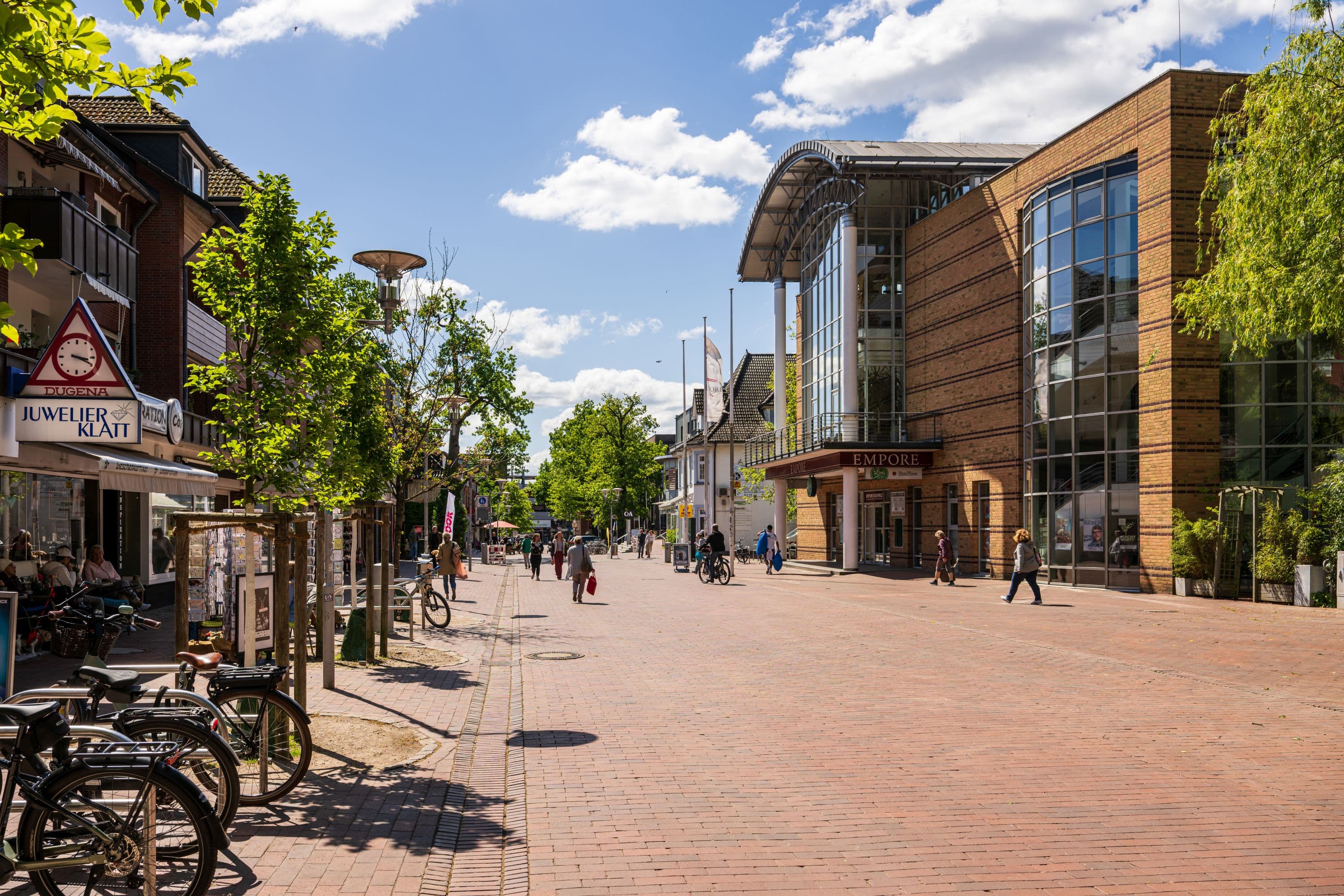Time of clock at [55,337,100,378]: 3:19
